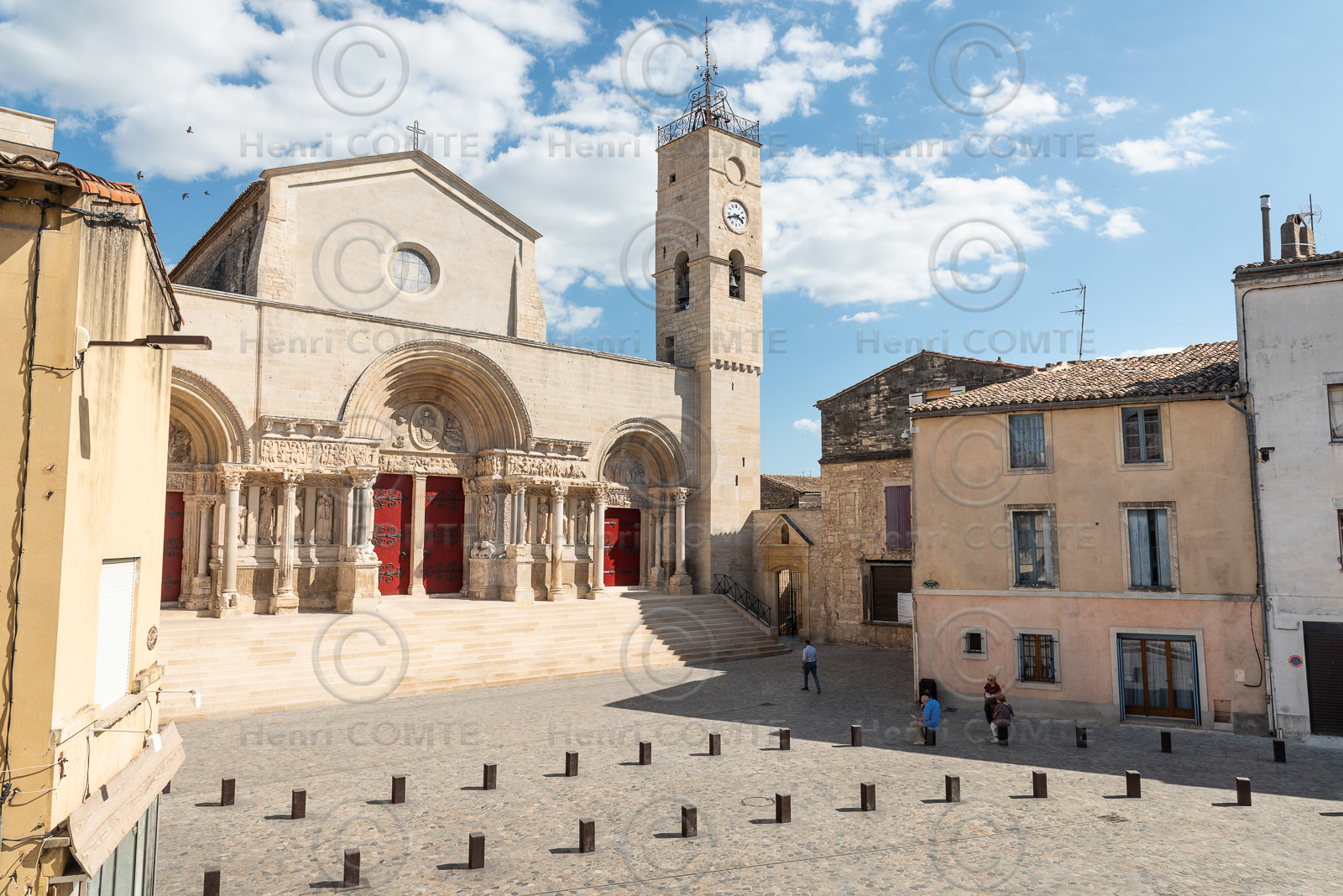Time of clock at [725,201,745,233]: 3:41
